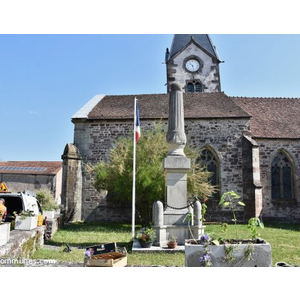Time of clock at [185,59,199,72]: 10:28
